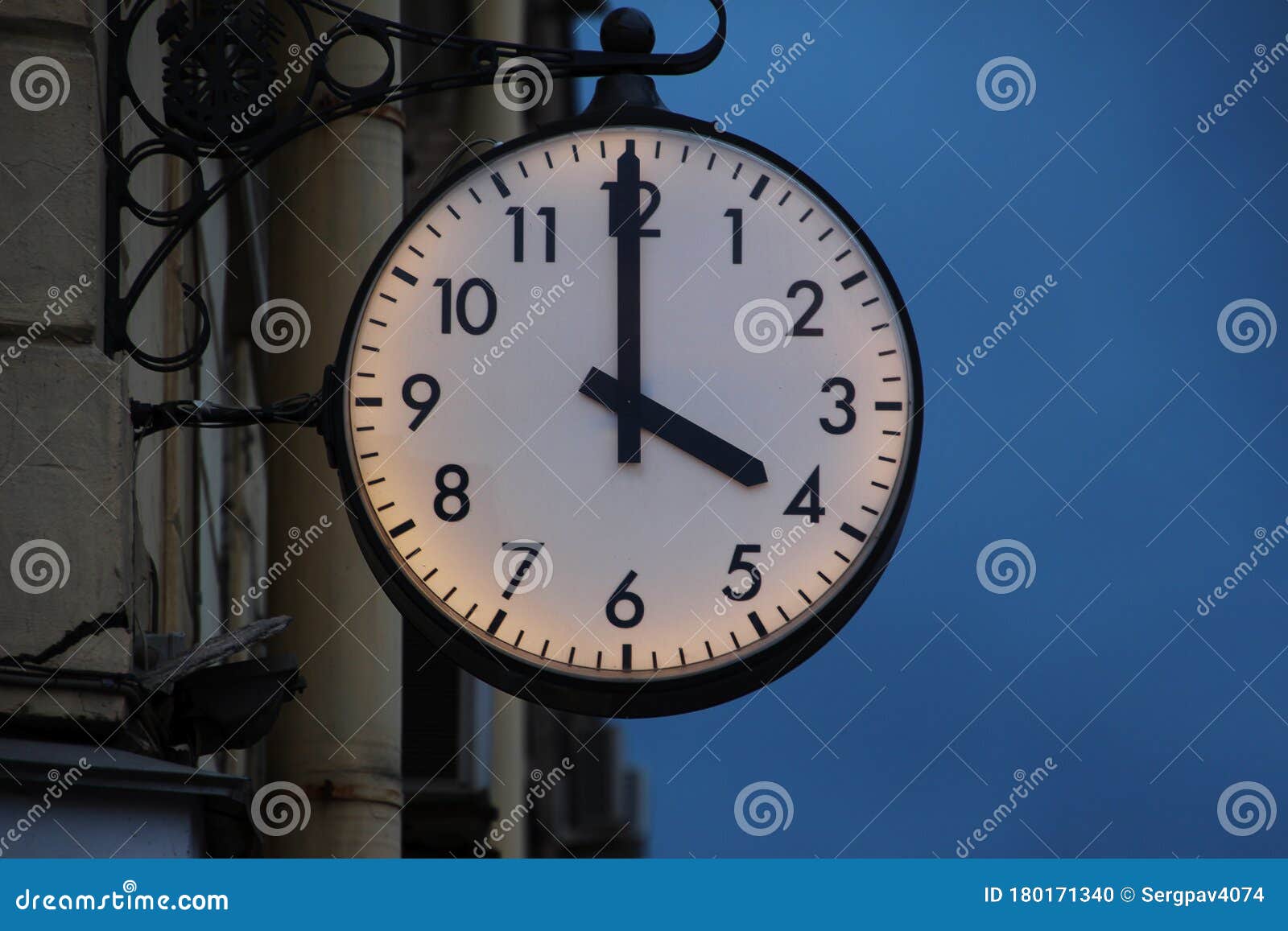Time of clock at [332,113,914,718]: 3:59
